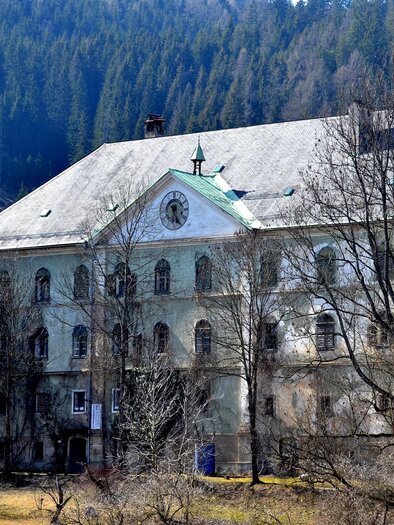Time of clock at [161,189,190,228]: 6:25
